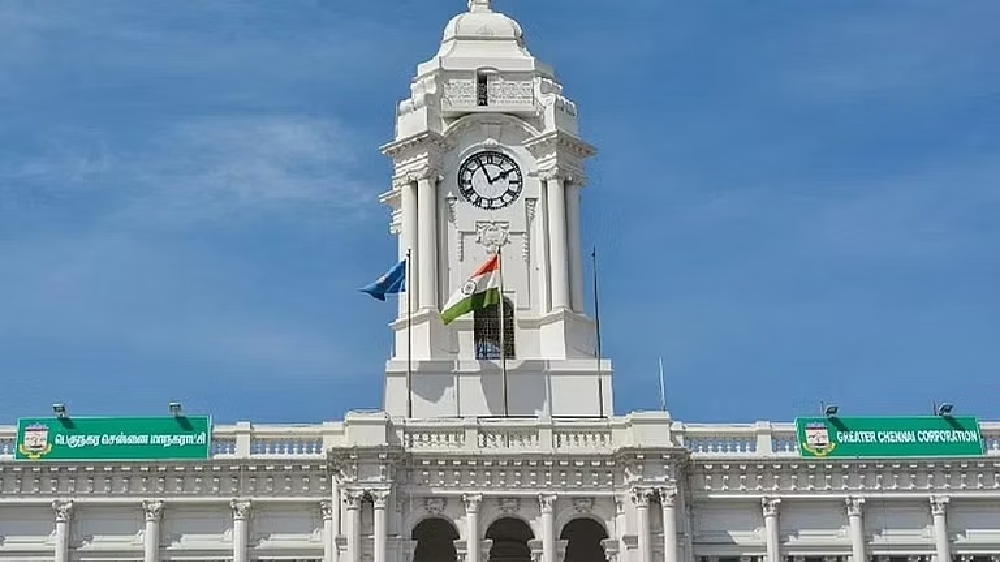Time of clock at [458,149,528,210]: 1:55
